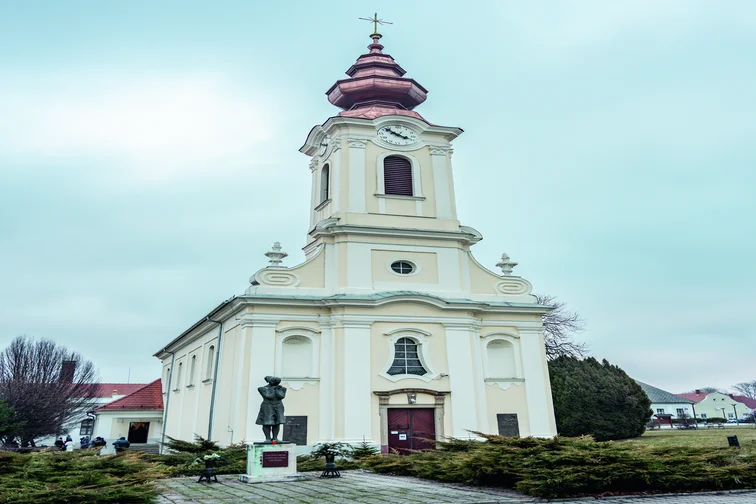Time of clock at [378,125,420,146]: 3:52
